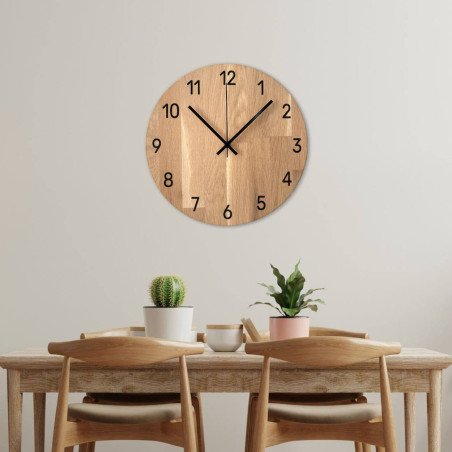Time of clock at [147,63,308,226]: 10:07
